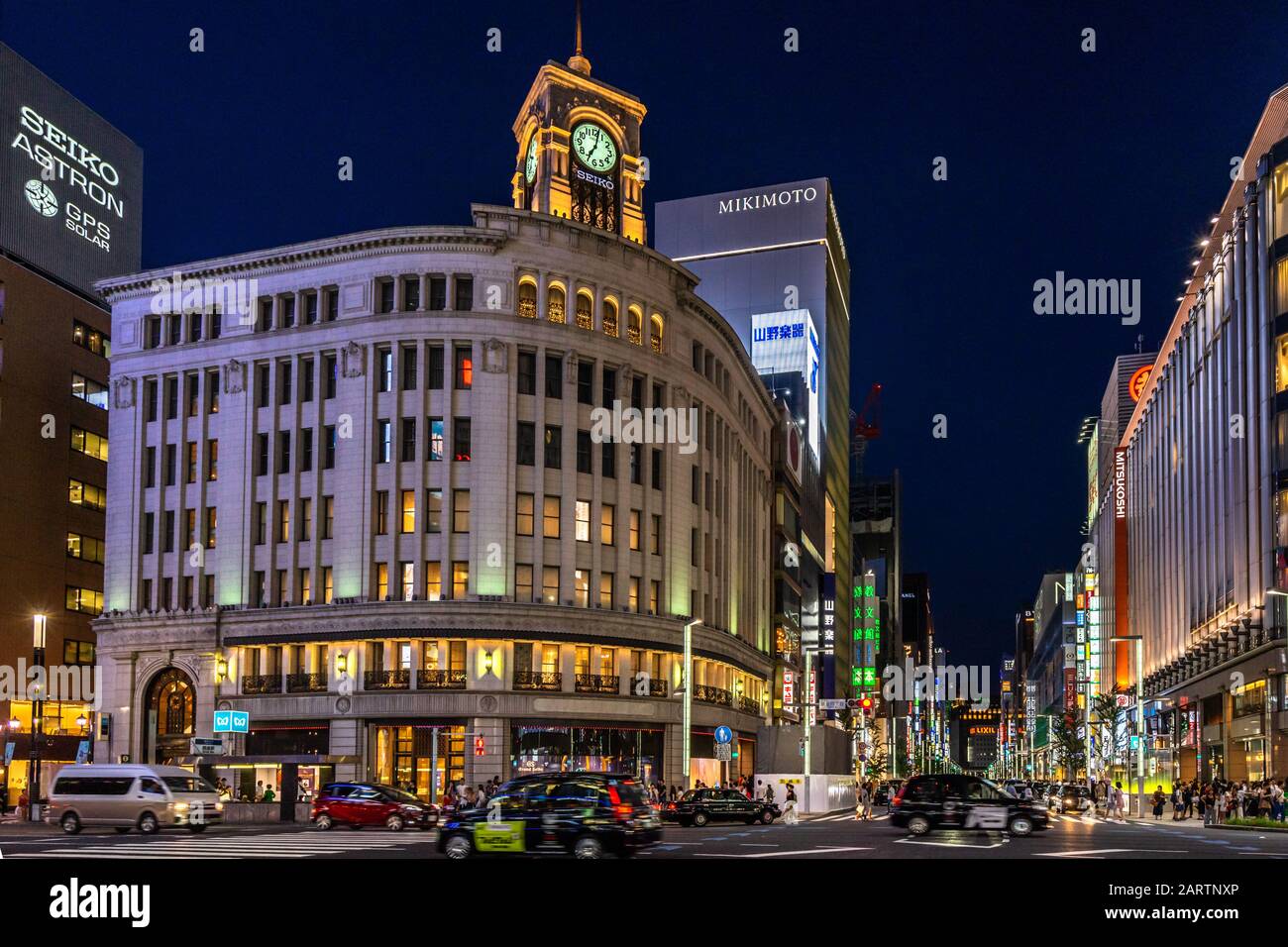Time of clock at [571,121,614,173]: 7:02
